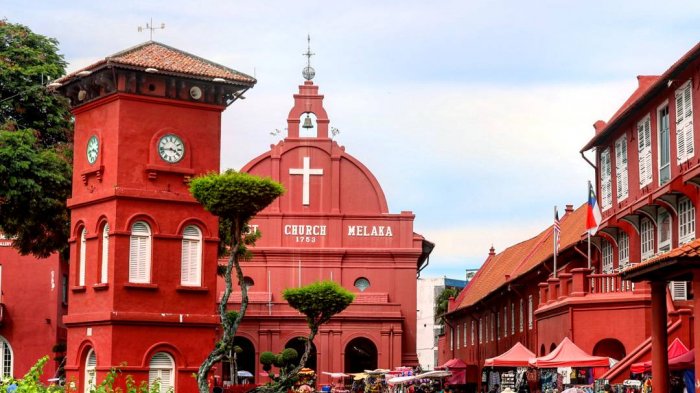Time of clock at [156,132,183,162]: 3:42
